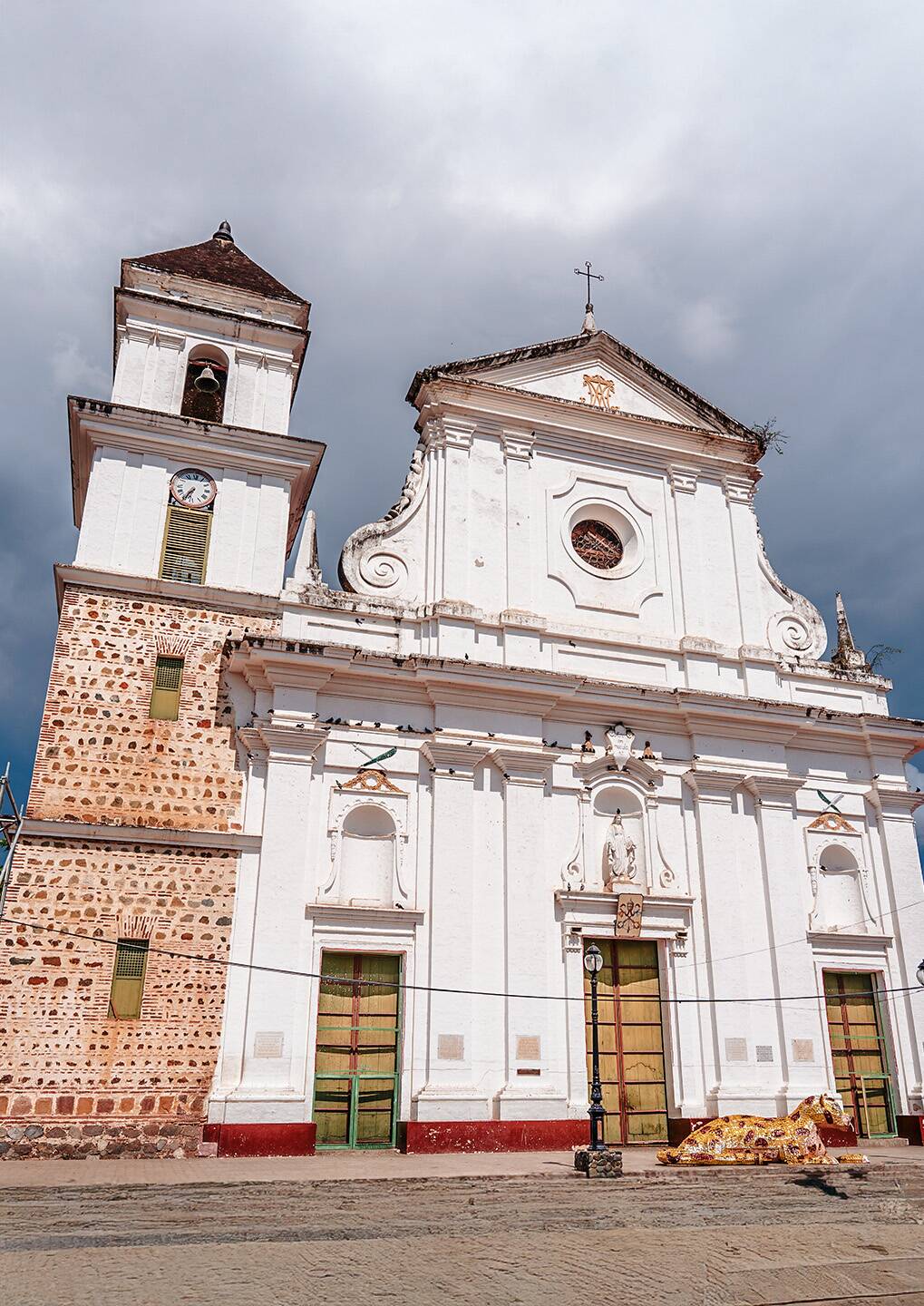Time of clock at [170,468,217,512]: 6:34
